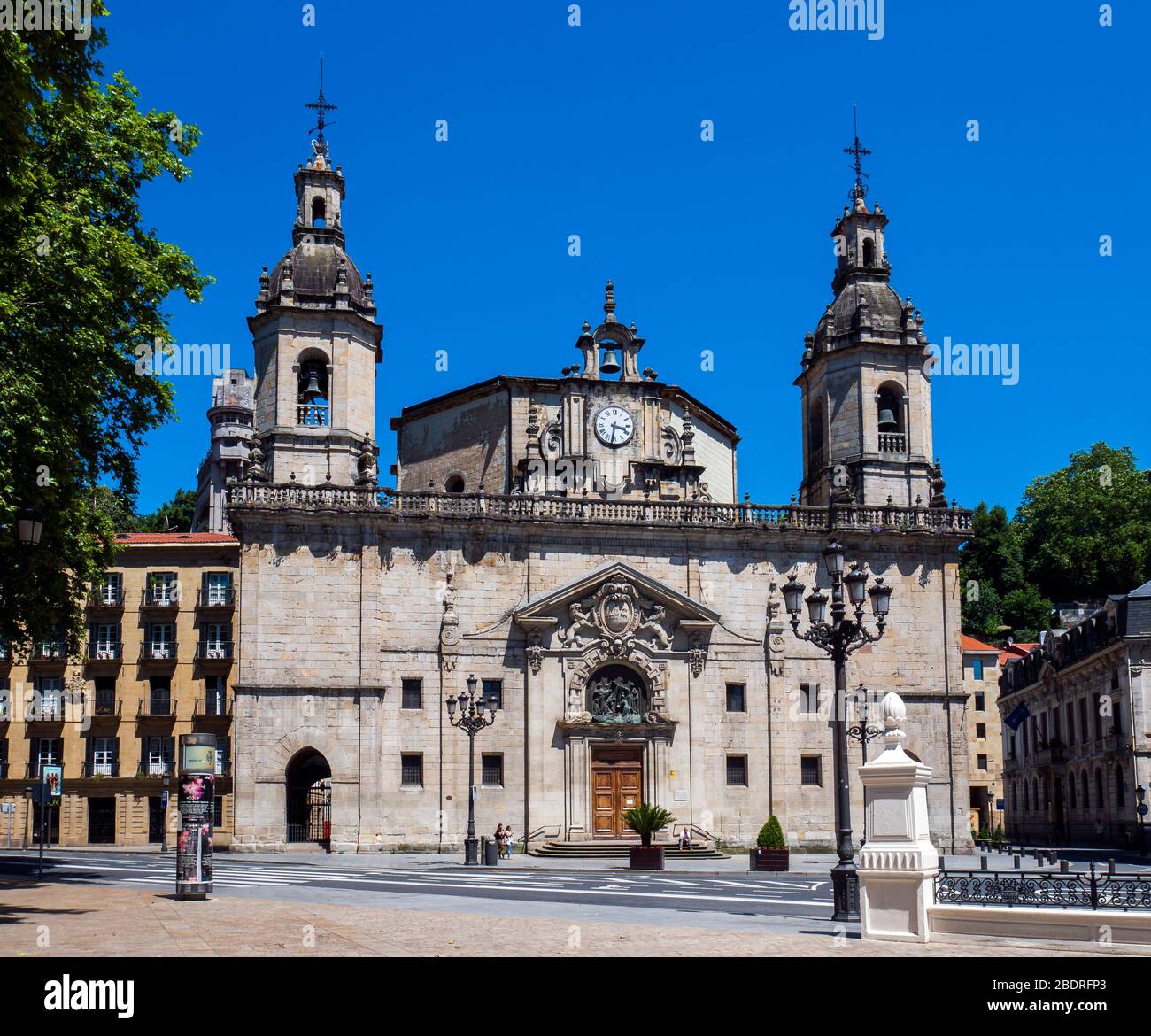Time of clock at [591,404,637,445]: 3:31
